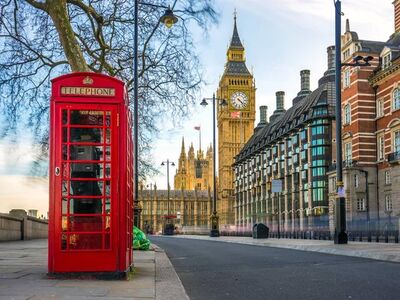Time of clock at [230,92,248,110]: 4:22
